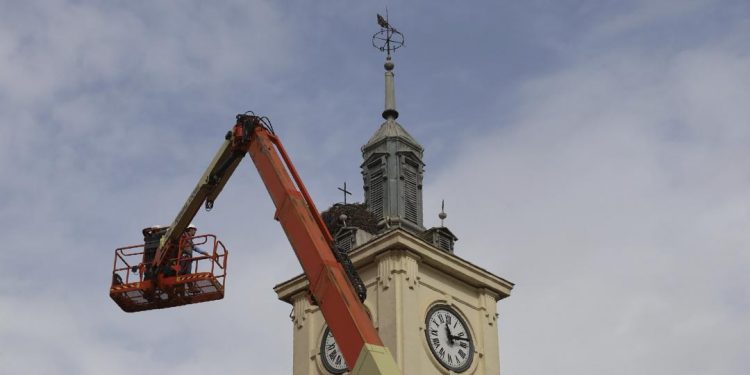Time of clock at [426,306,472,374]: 11:12
